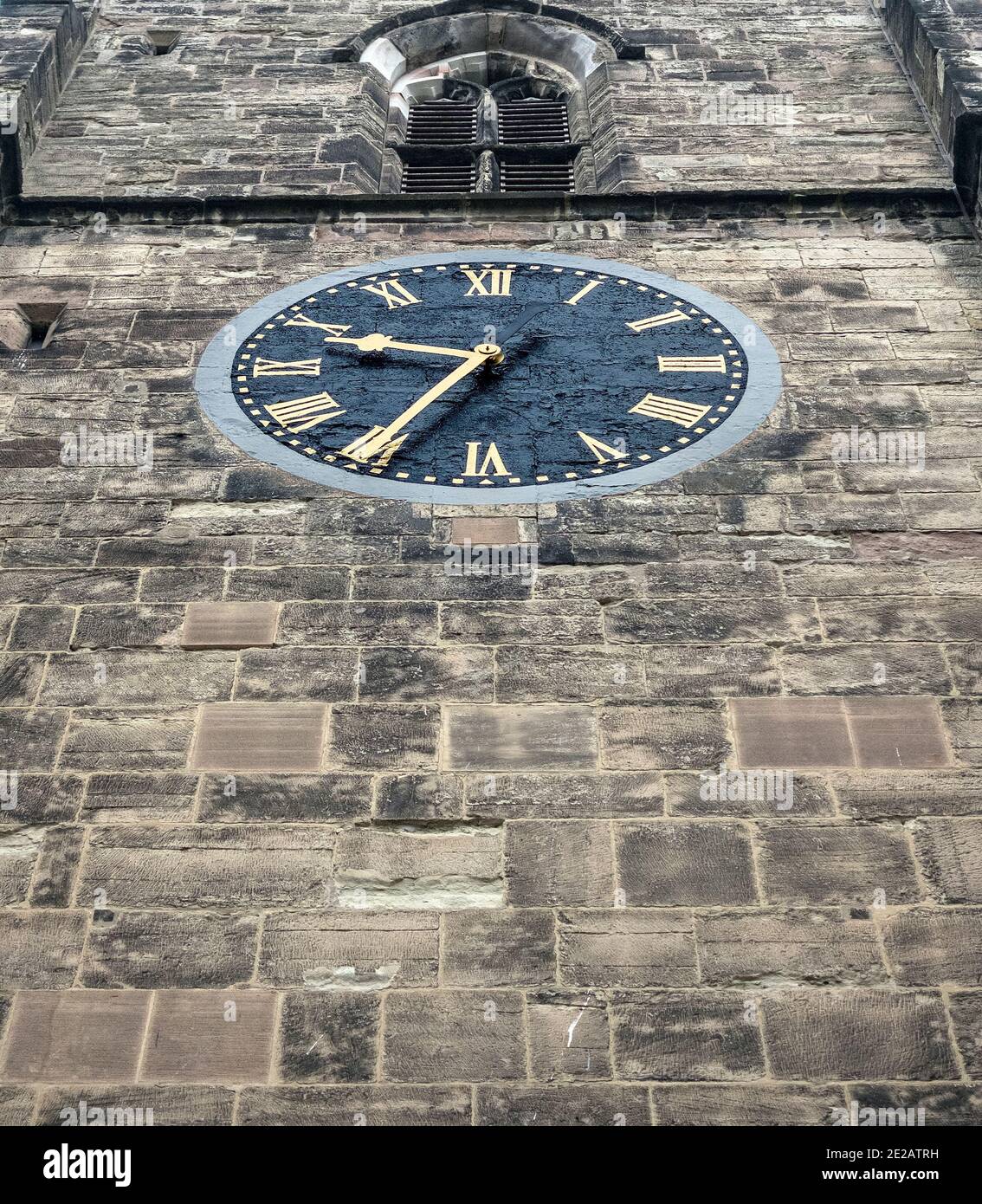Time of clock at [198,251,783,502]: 9:34
